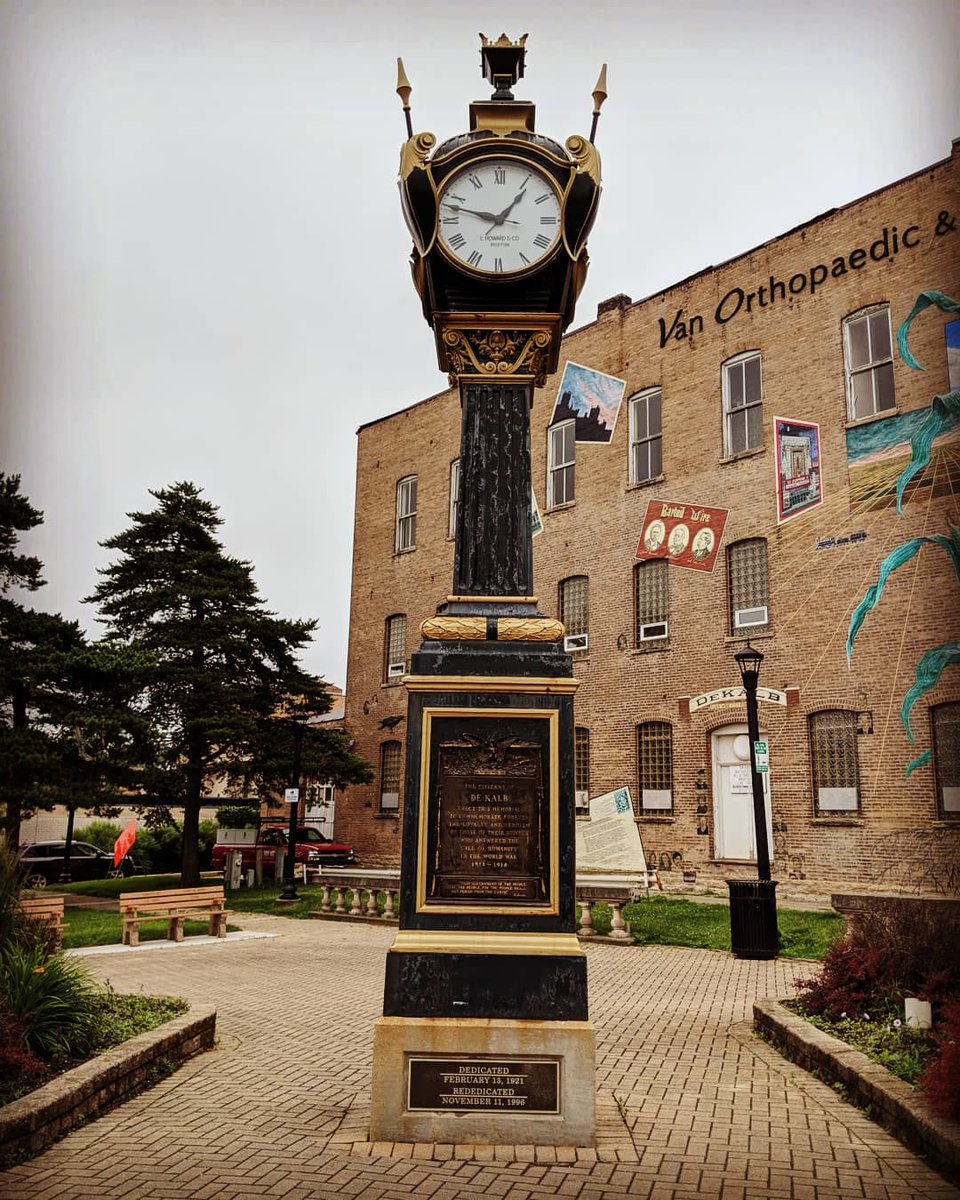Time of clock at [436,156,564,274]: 12:47
